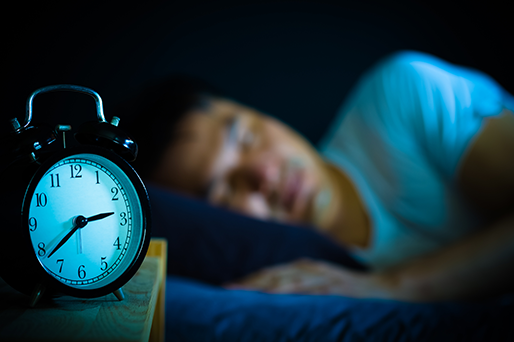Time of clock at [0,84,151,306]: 2:38
